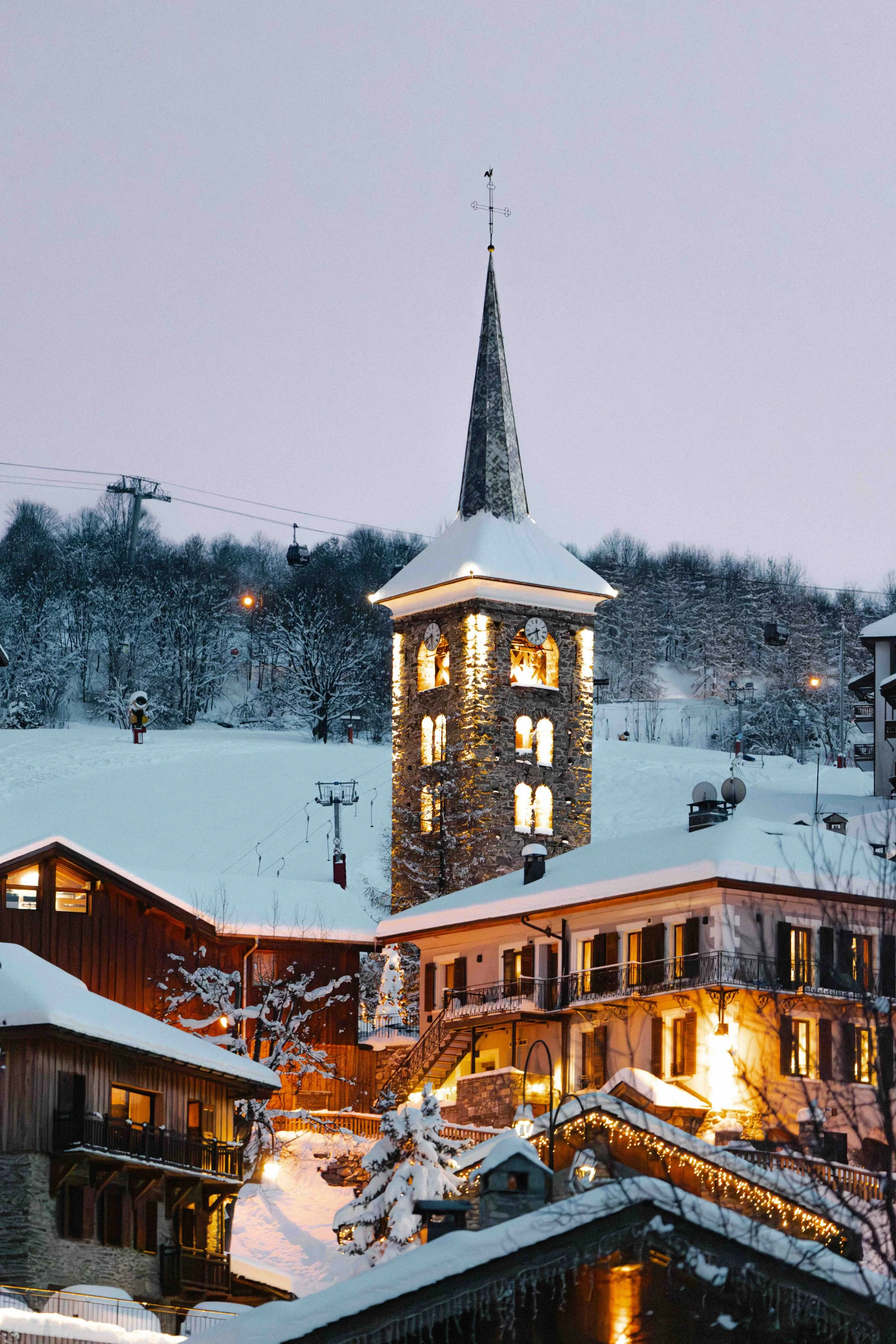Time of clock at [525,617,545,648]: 5:40
